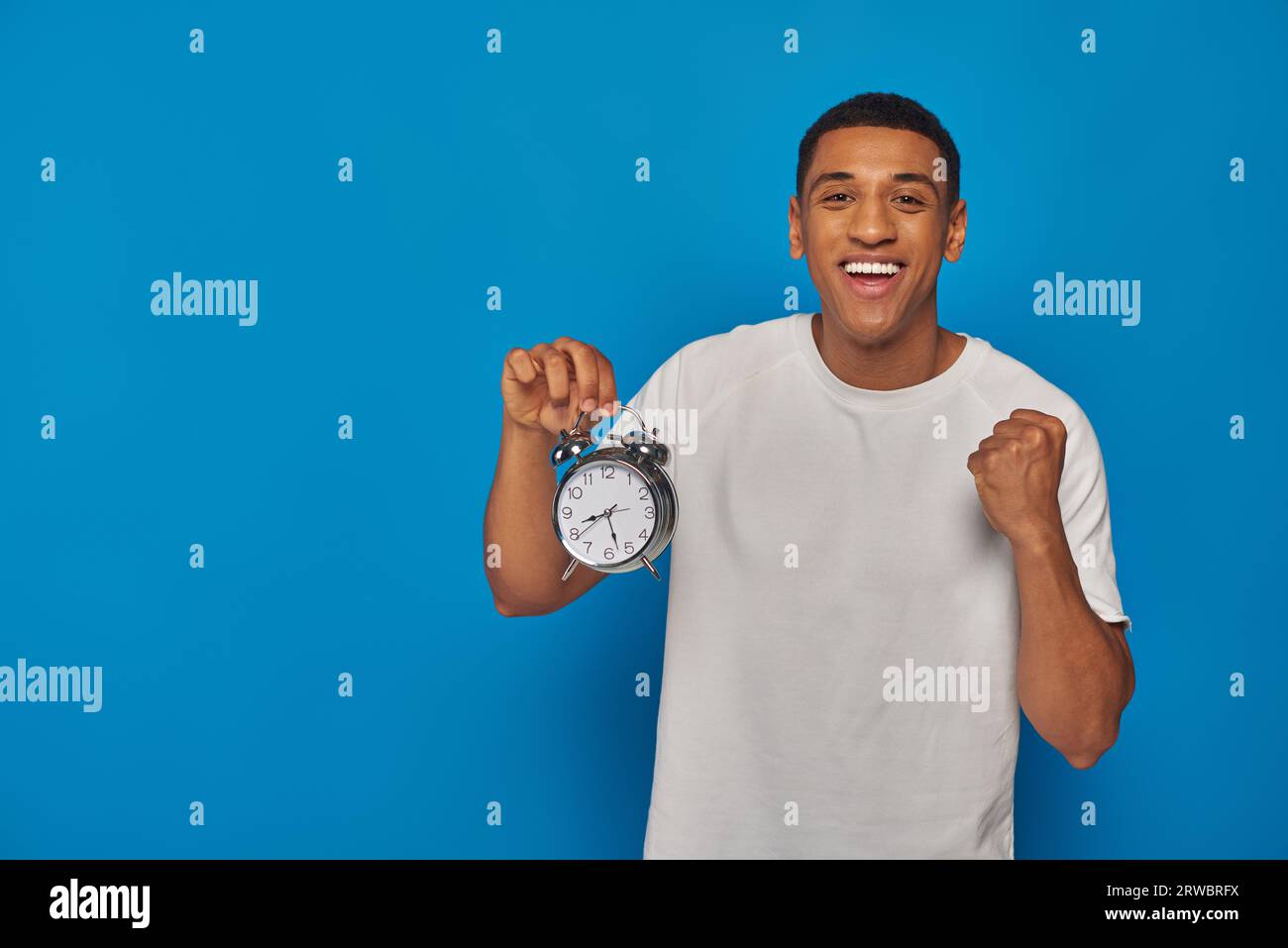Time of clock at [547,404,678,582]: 8:27
